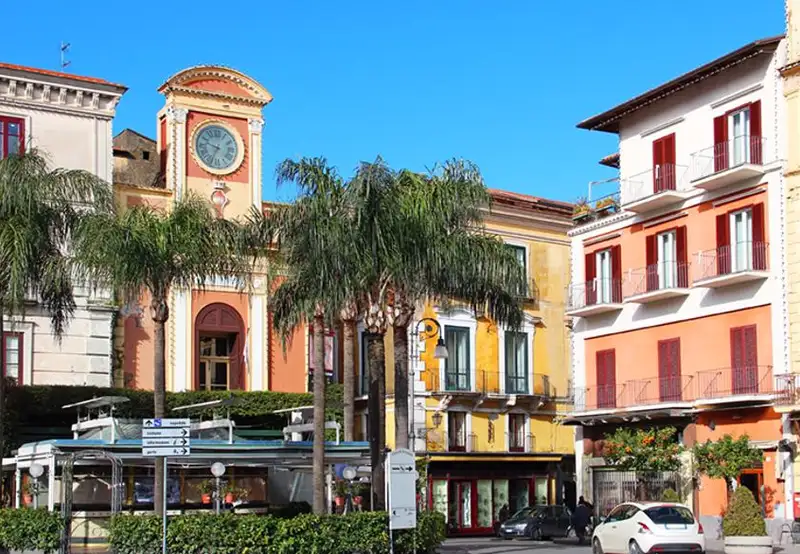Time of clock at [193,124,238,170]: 9:34
